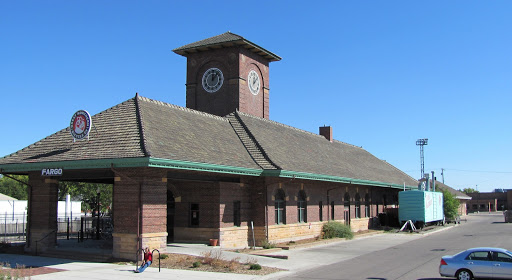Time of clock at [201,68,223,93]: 12:06
